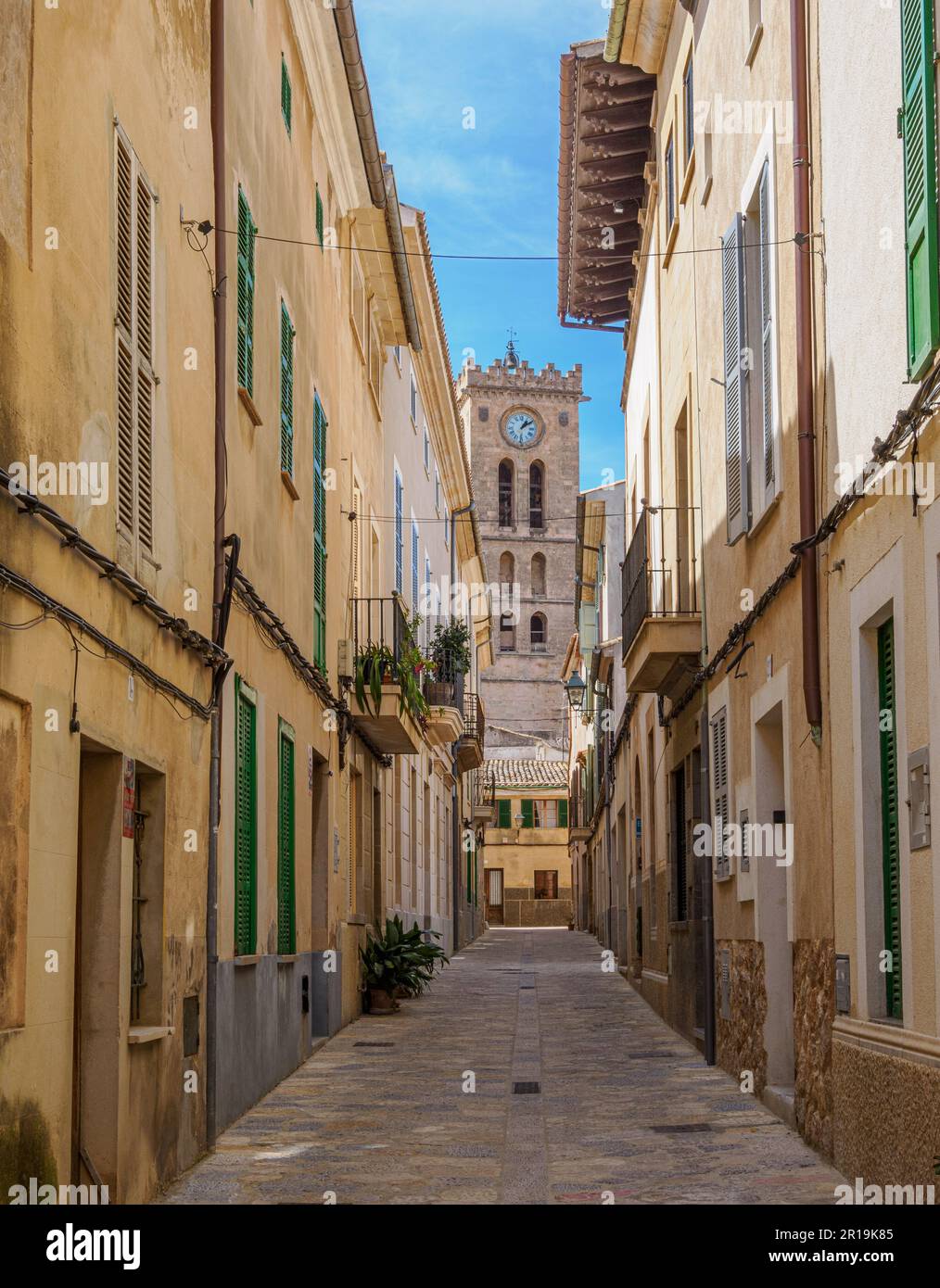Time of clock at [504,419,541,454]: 1:08
